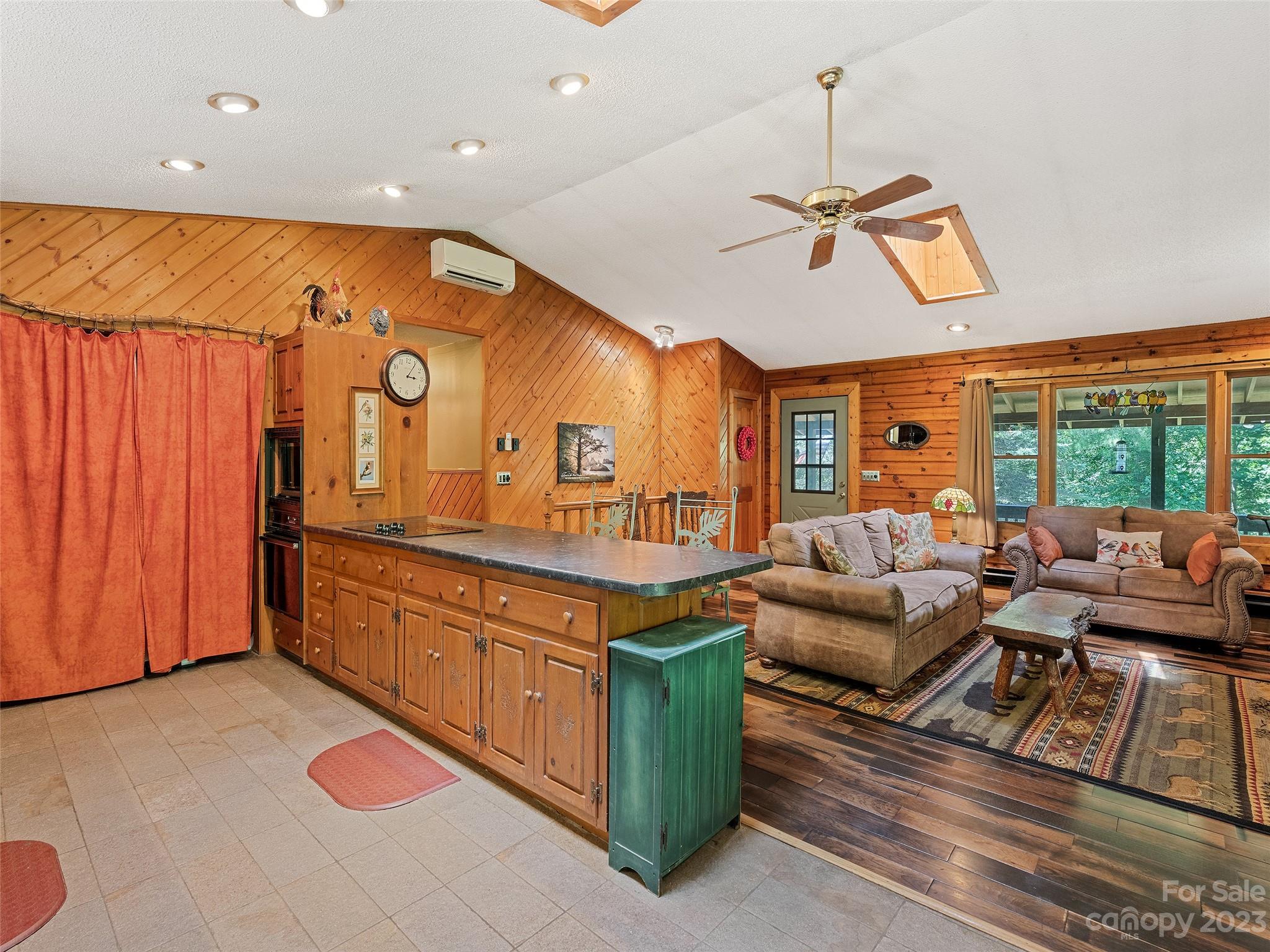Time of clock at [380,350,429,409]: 3:05
